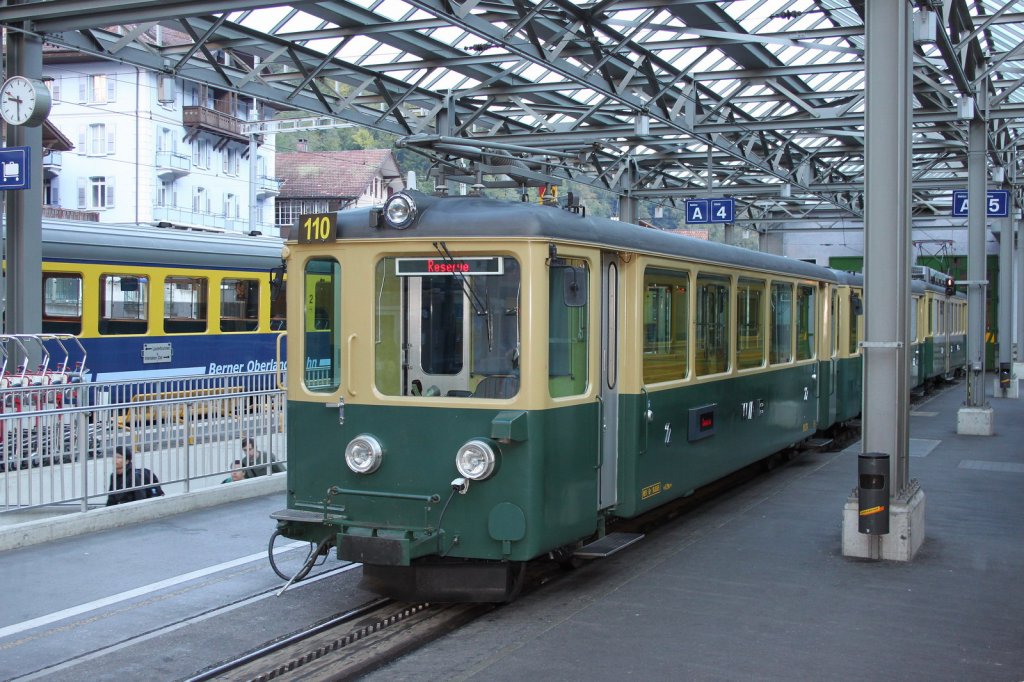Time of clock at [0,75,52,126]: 9:30
